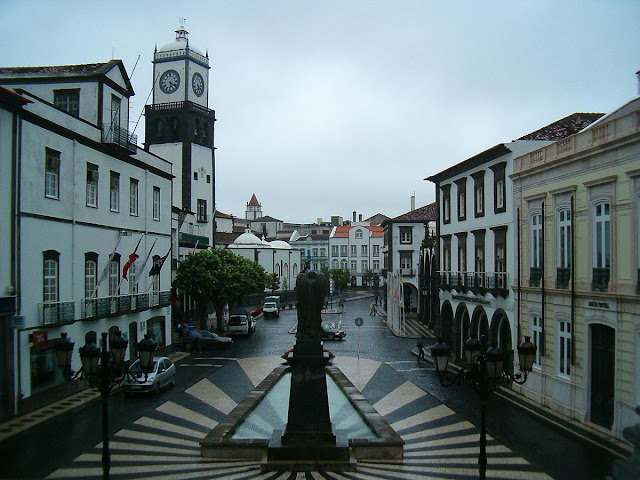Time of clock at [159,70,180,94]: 5:20
